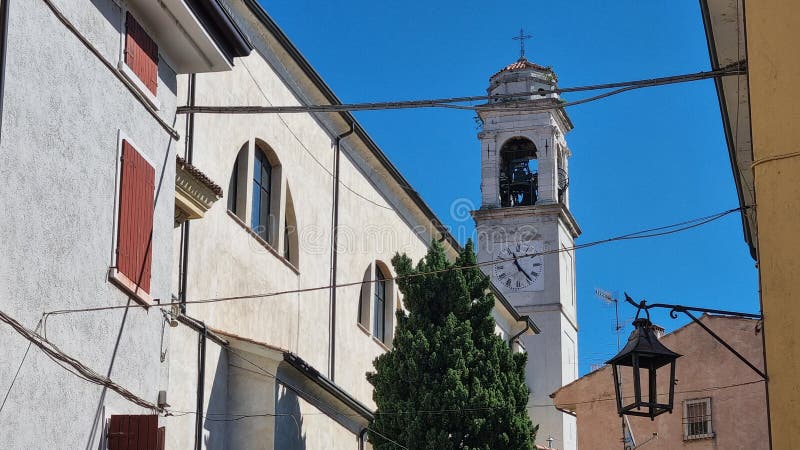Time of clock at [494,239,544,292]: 11:23
